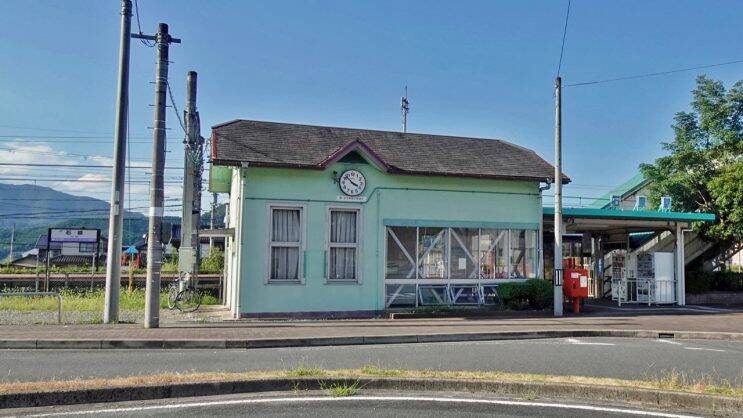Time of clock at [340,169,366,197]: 3:52
